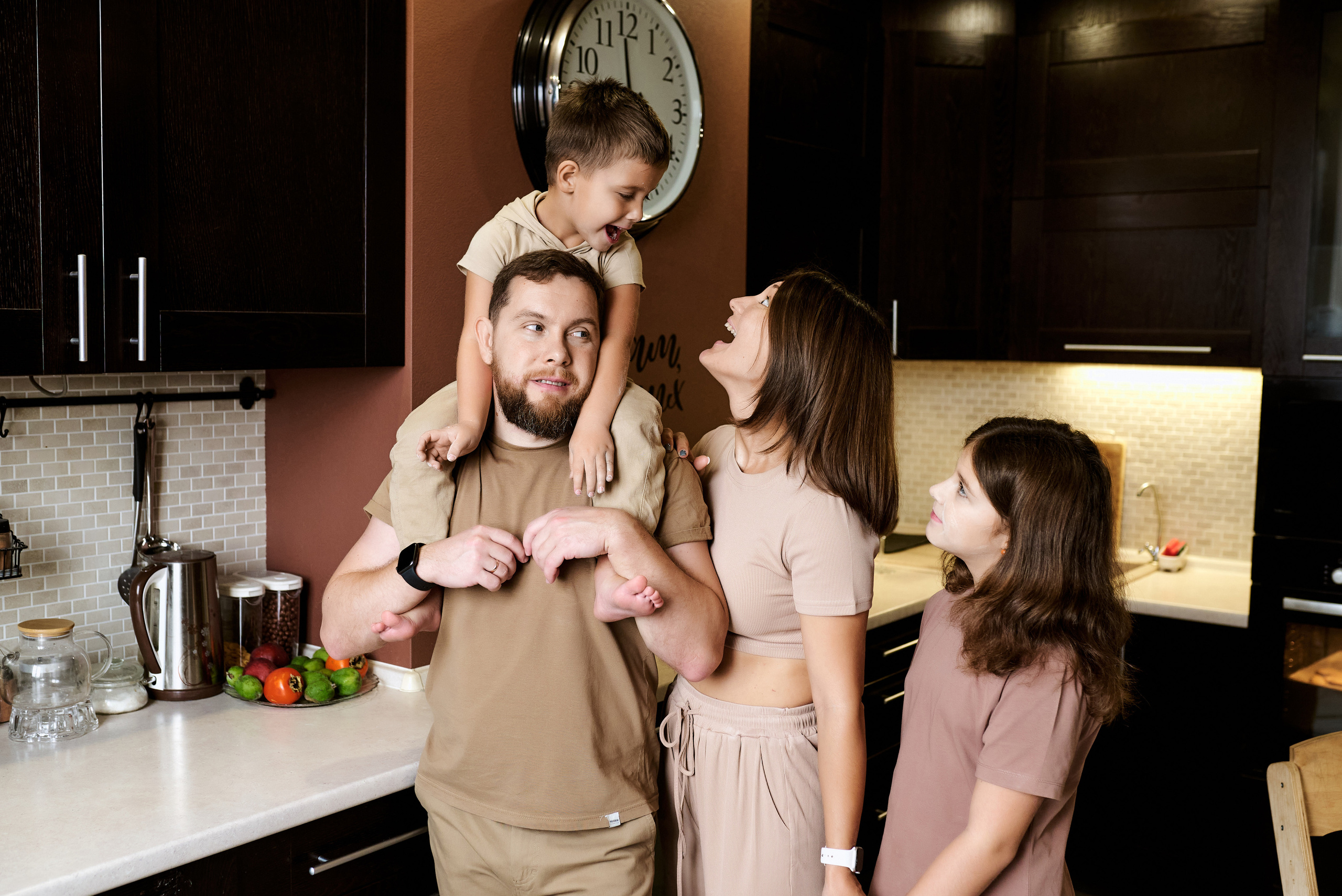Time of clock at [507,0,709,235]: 3:58
